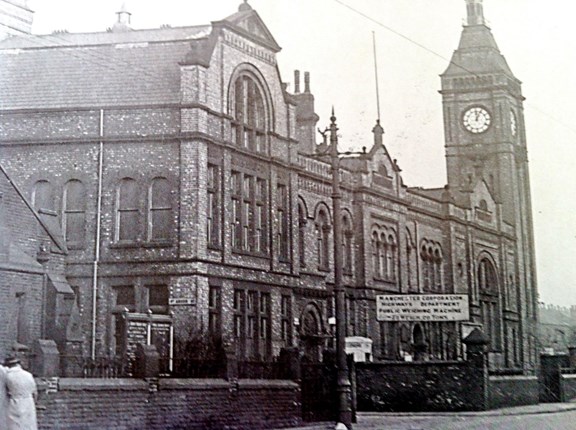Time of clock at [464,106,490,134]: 12:04
